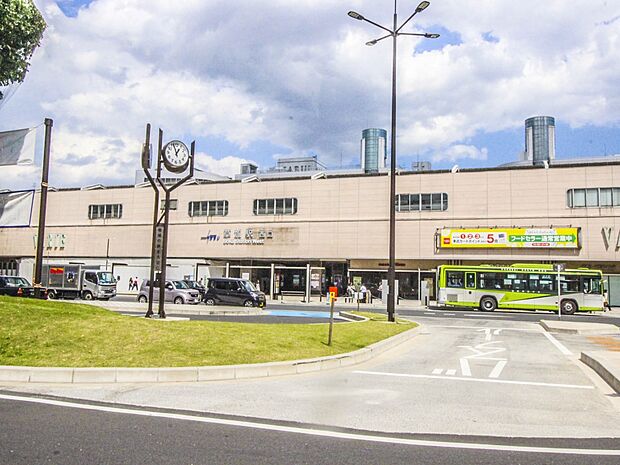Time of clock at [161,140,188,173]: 12:56
